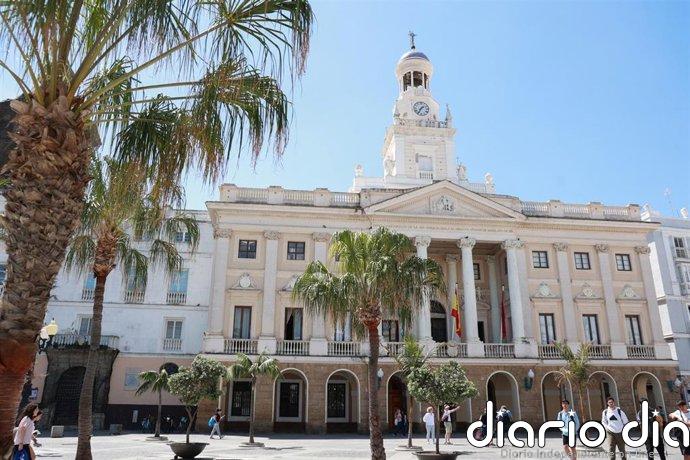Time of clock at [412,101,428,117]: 1:34
